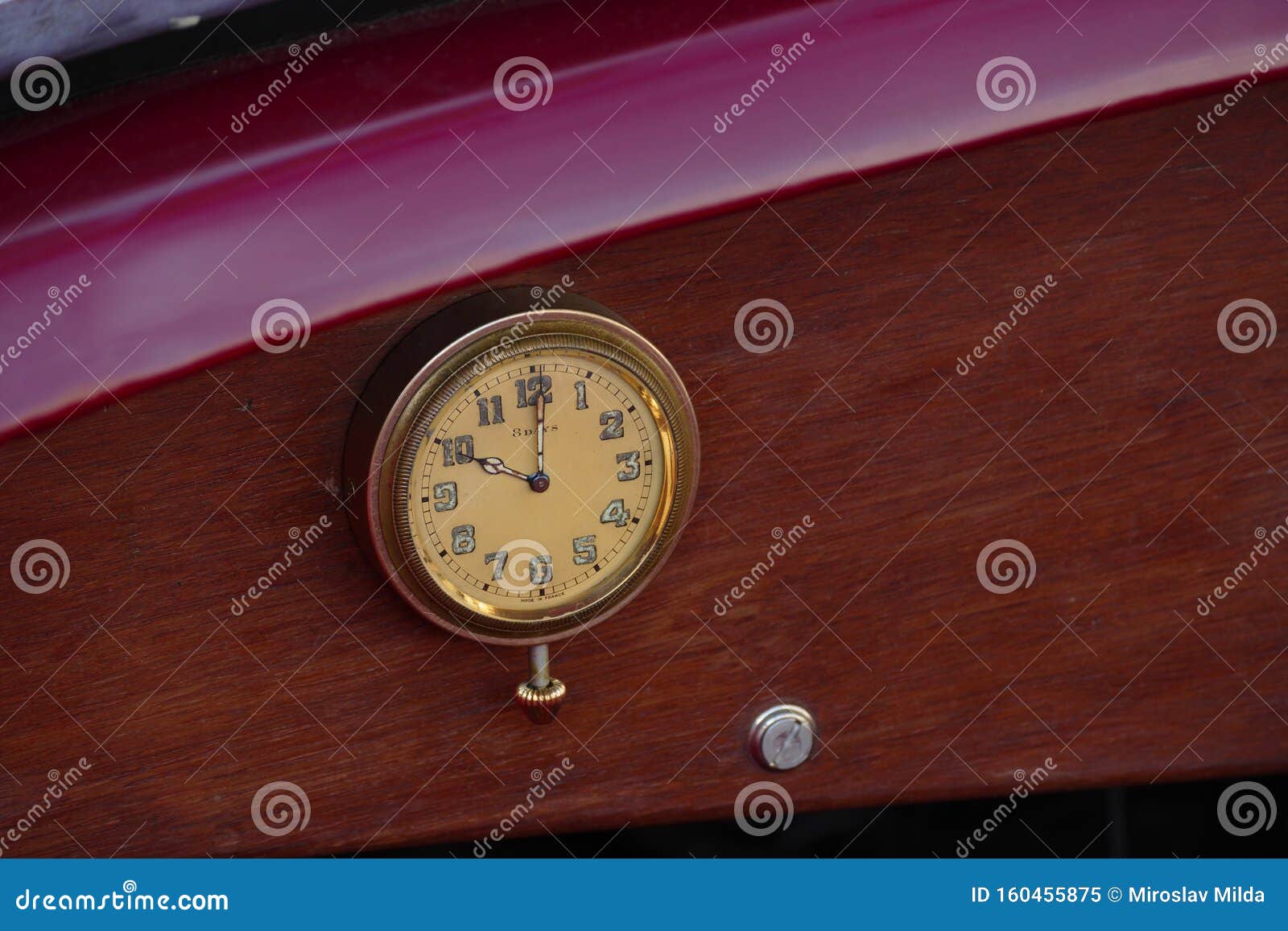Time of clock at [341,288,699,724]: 10:00
